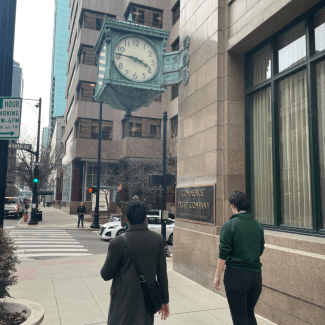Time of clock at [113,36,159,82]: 3:46
